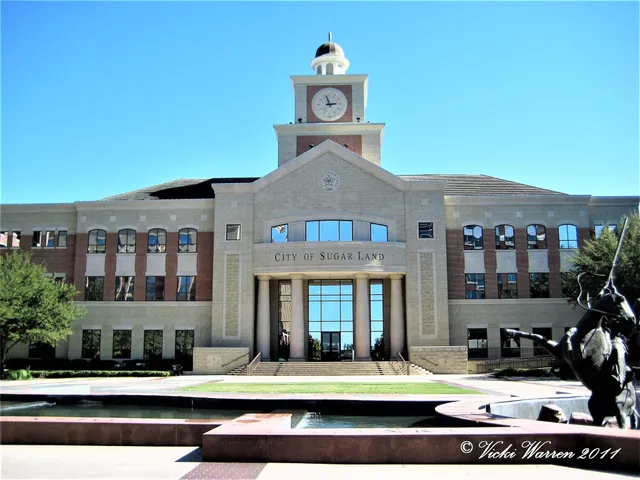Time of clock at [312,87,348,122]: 2:57
